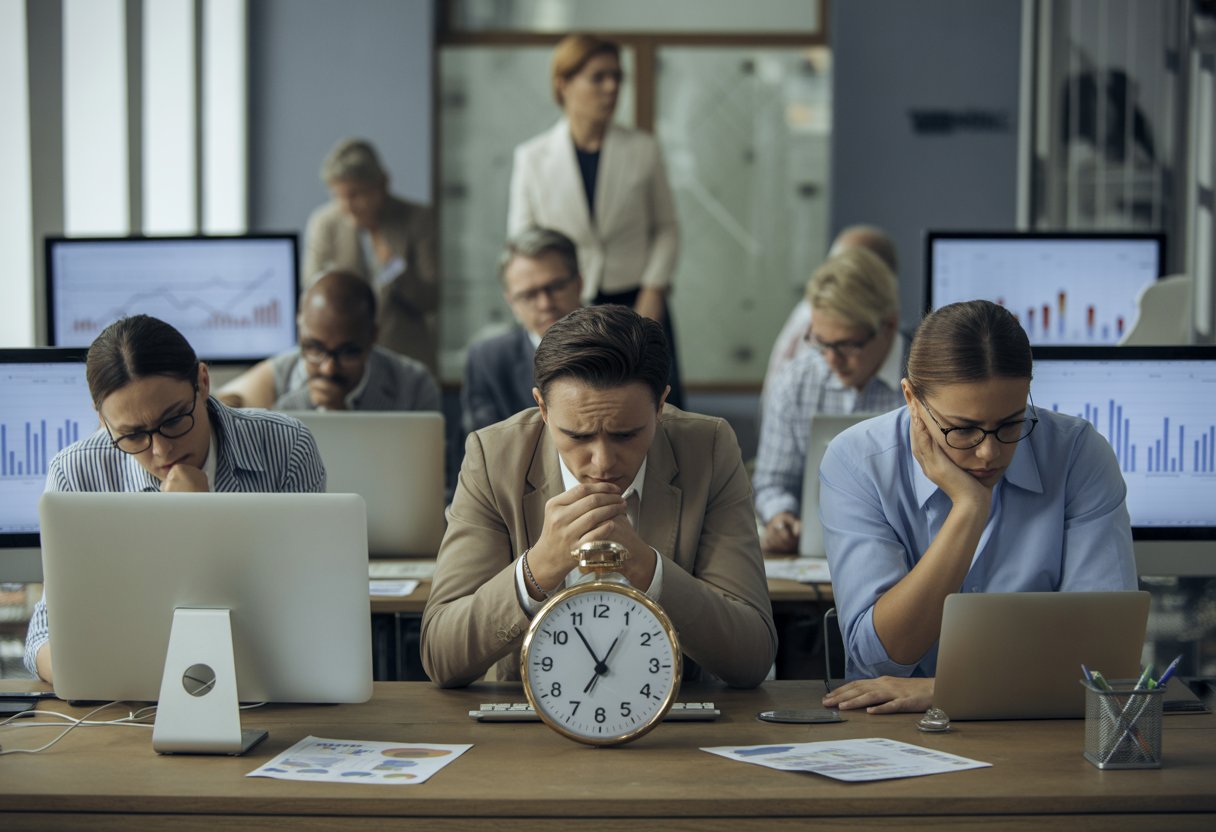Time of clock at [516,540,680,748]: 6:54
